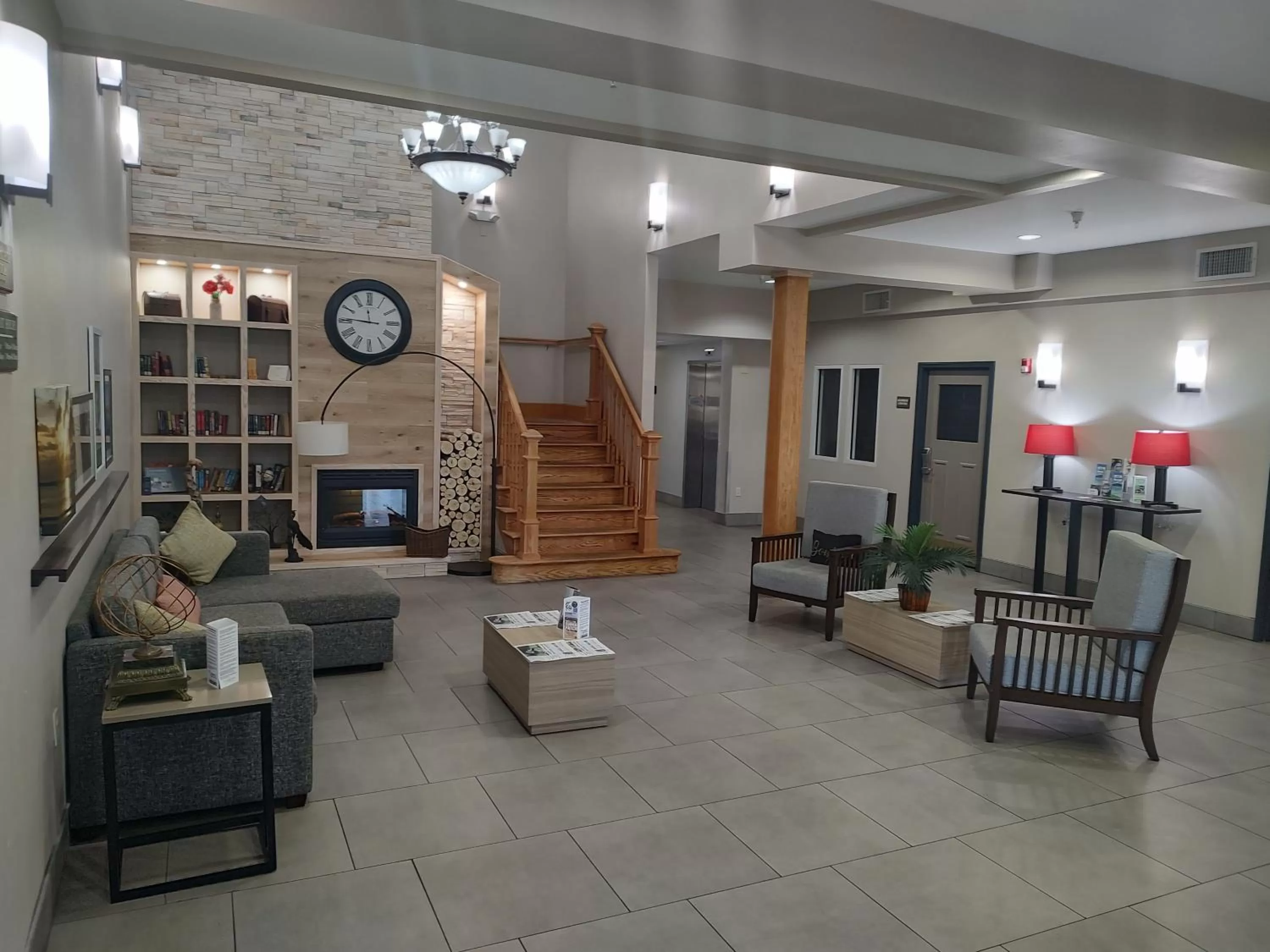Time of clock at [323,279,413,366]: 11:45
